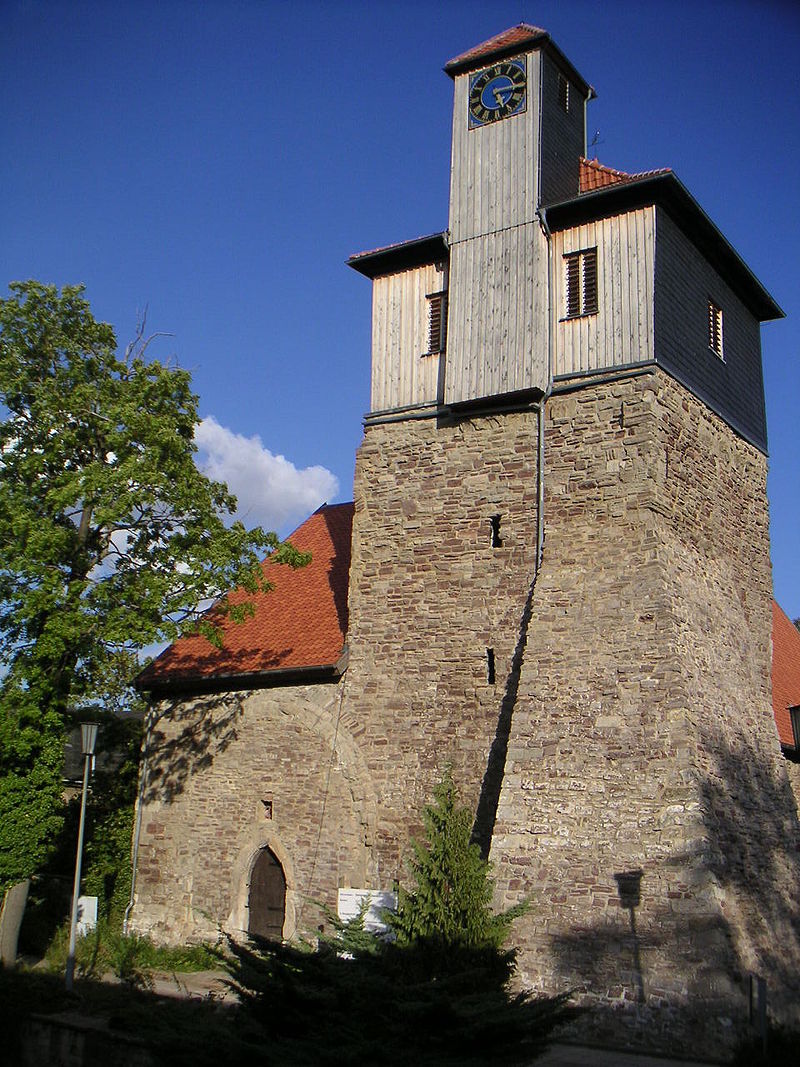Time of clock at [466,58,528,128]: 5:14
